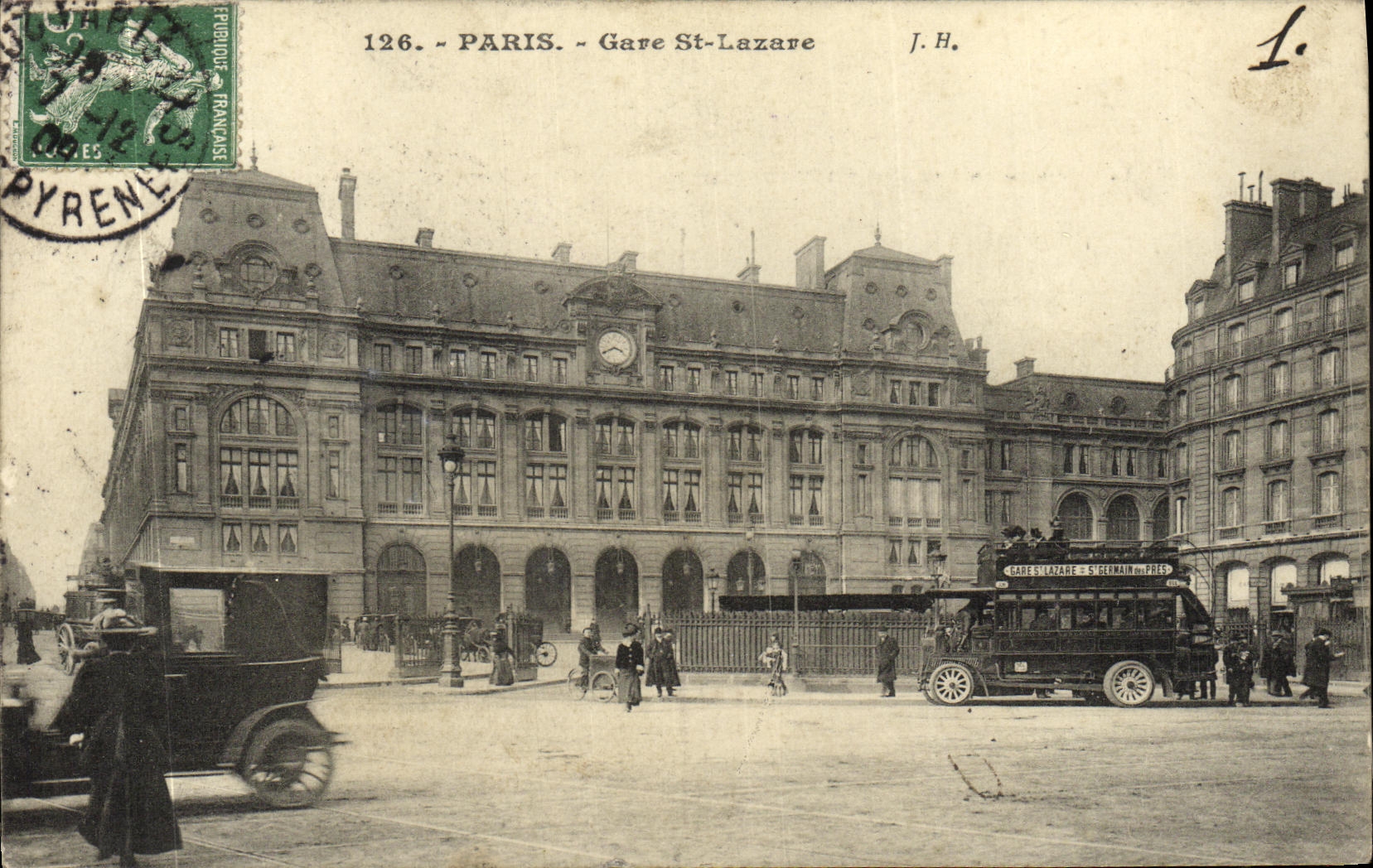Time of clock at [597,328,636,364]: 3:40
